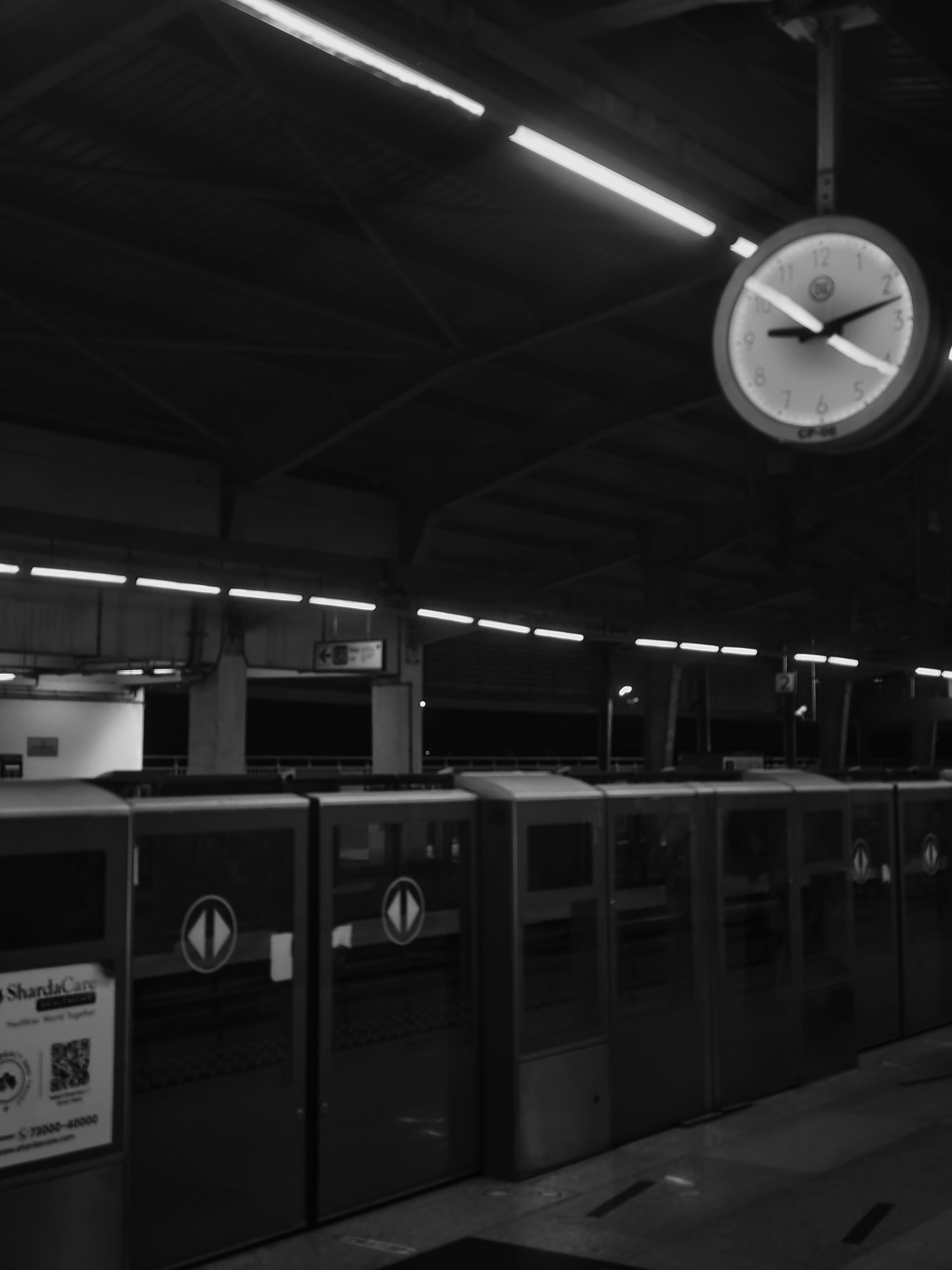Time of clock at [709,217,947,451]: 9:12
